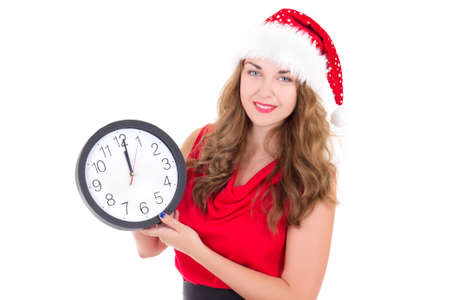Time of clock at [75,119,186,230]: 12:01
